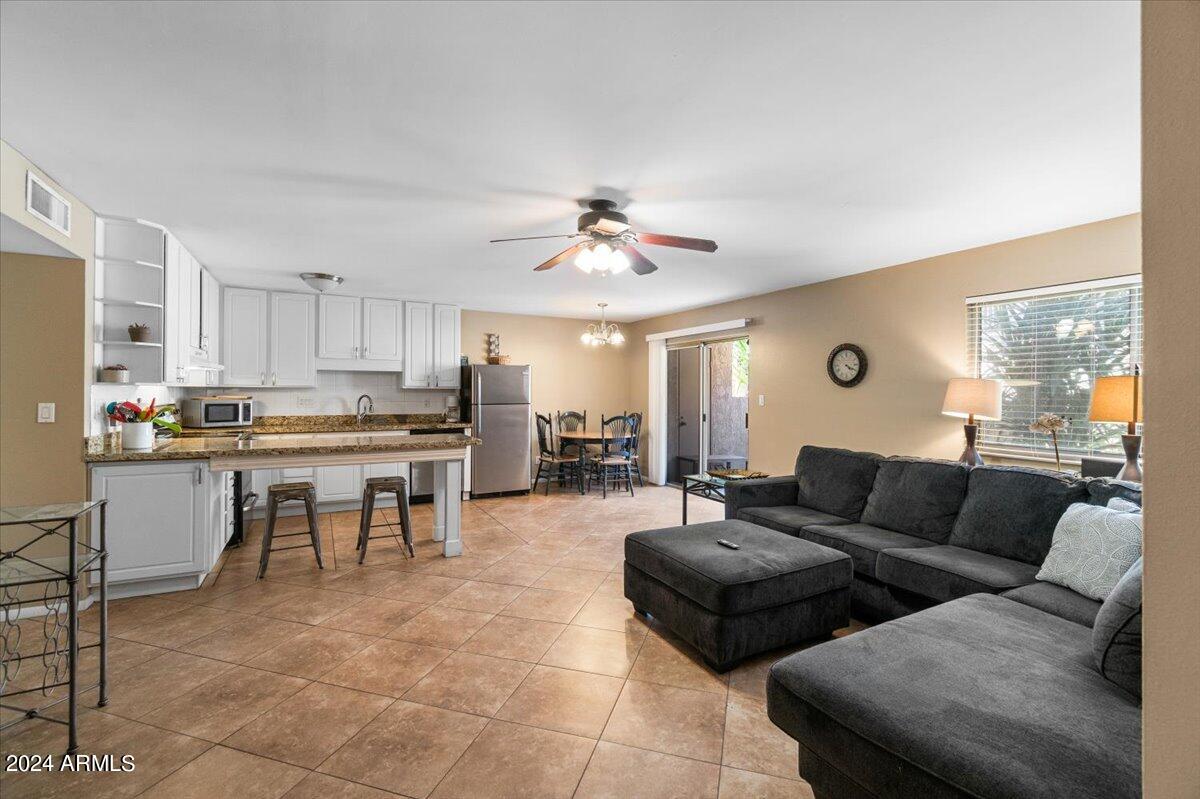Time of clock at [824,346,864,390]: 4:19
